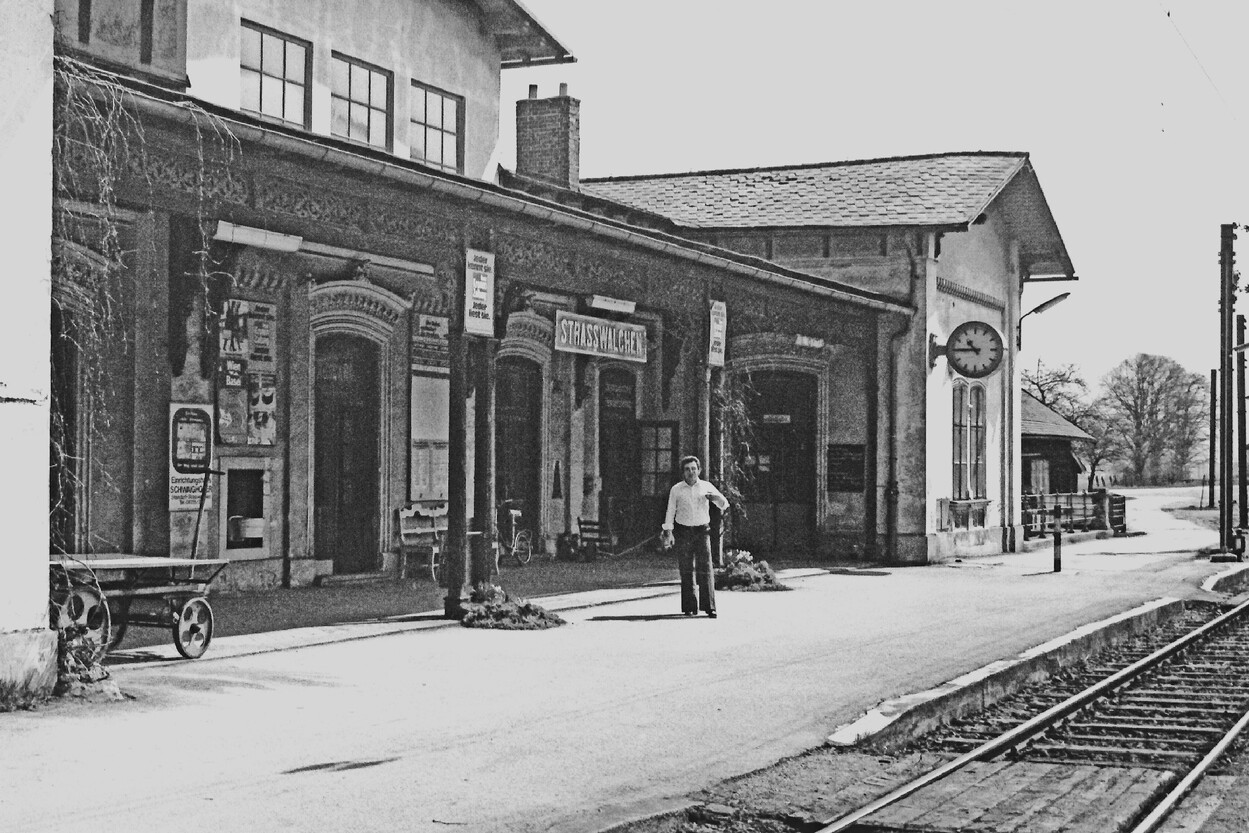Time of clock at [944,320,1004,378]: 10:45
